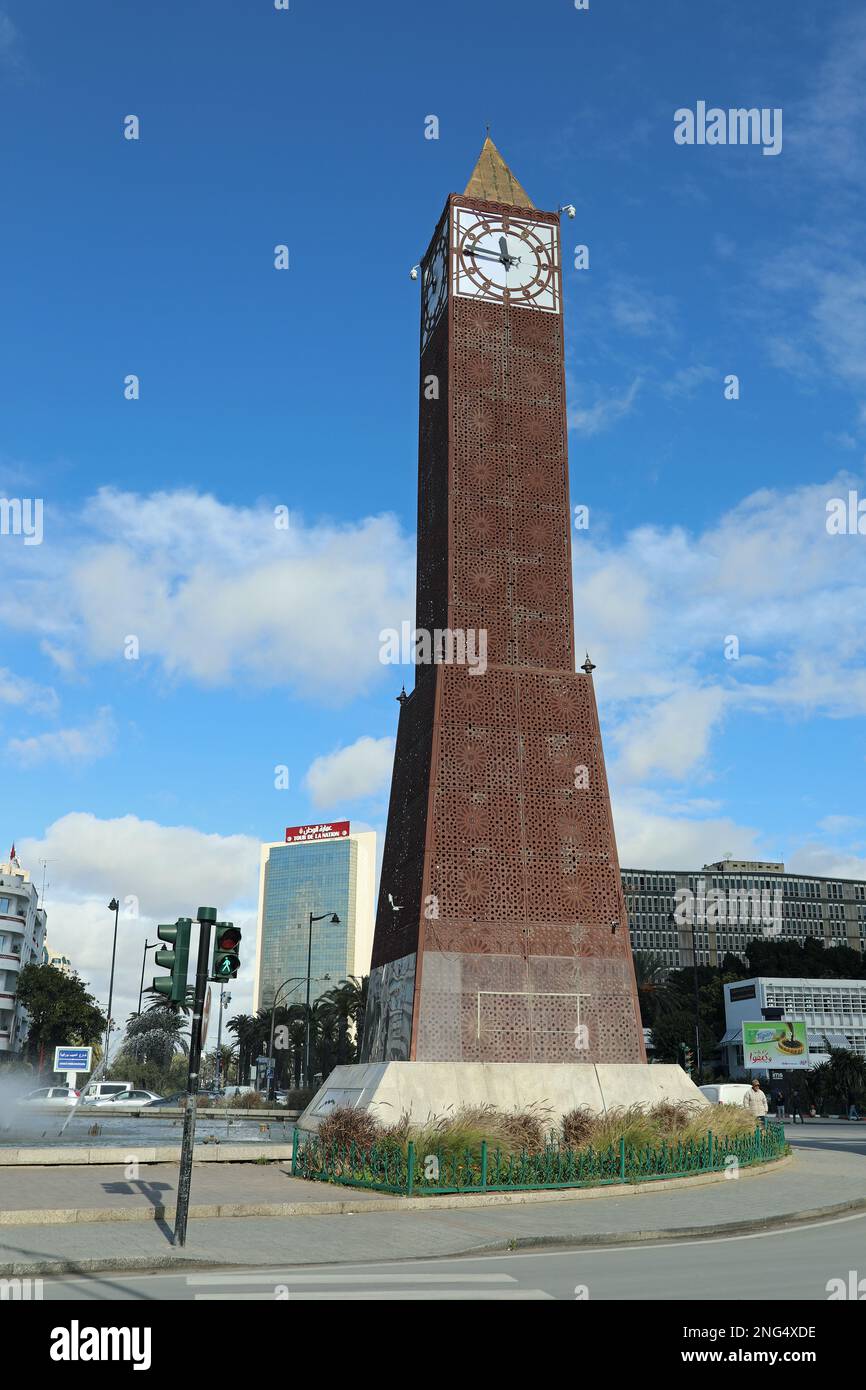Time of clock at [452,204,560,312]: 11:46
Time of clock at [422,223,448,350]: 11:46
